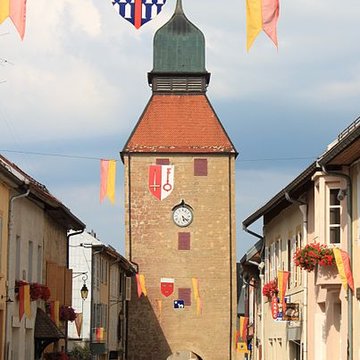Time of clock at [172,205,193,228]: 5:21
